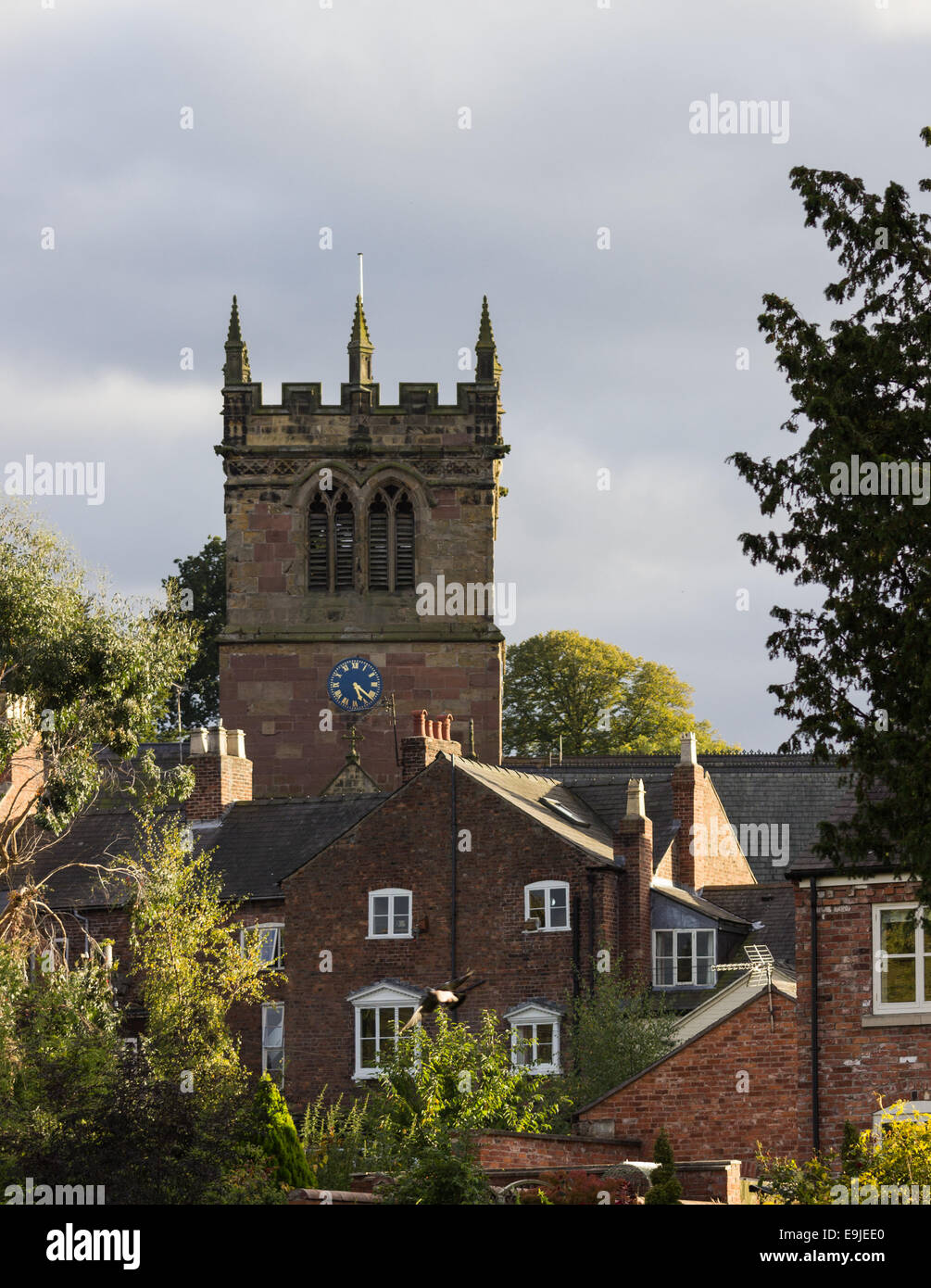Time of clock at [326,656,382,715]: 5:21
